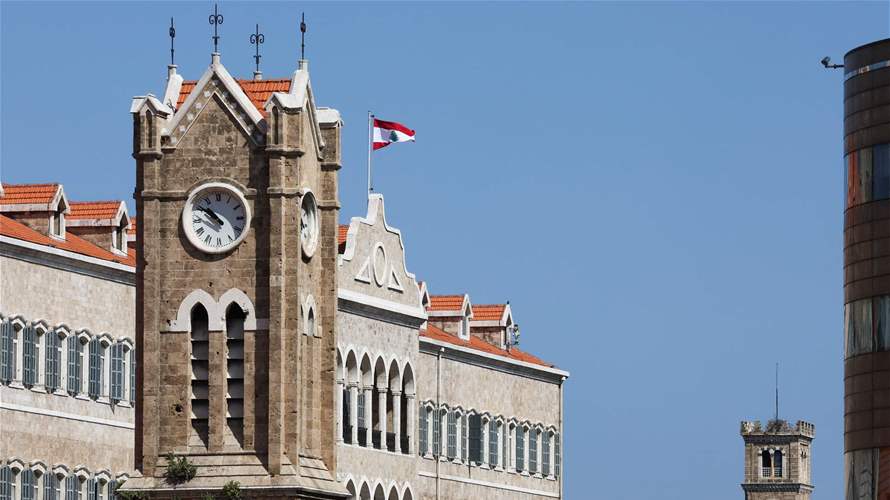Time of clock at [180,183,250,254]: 10:51
